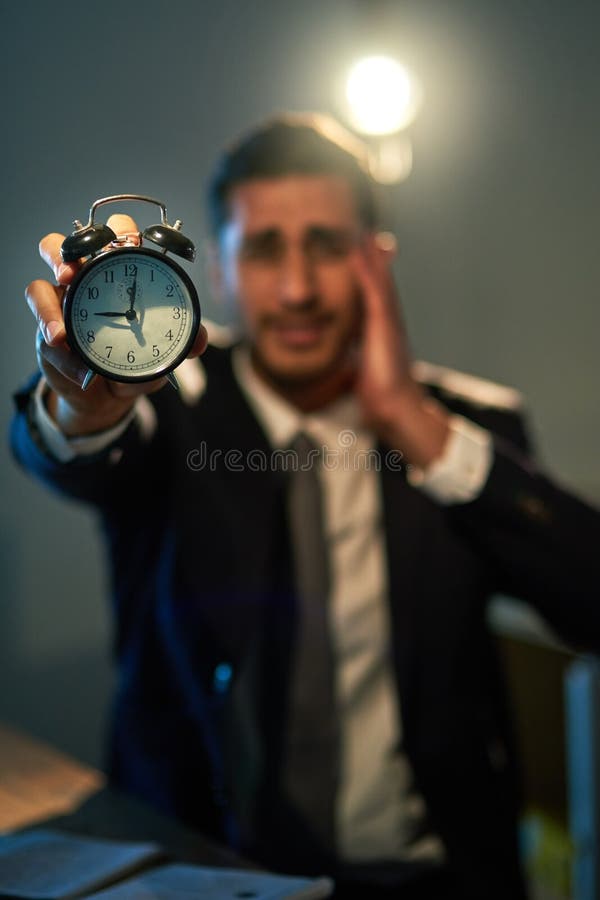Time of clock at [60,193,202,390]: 9:01
